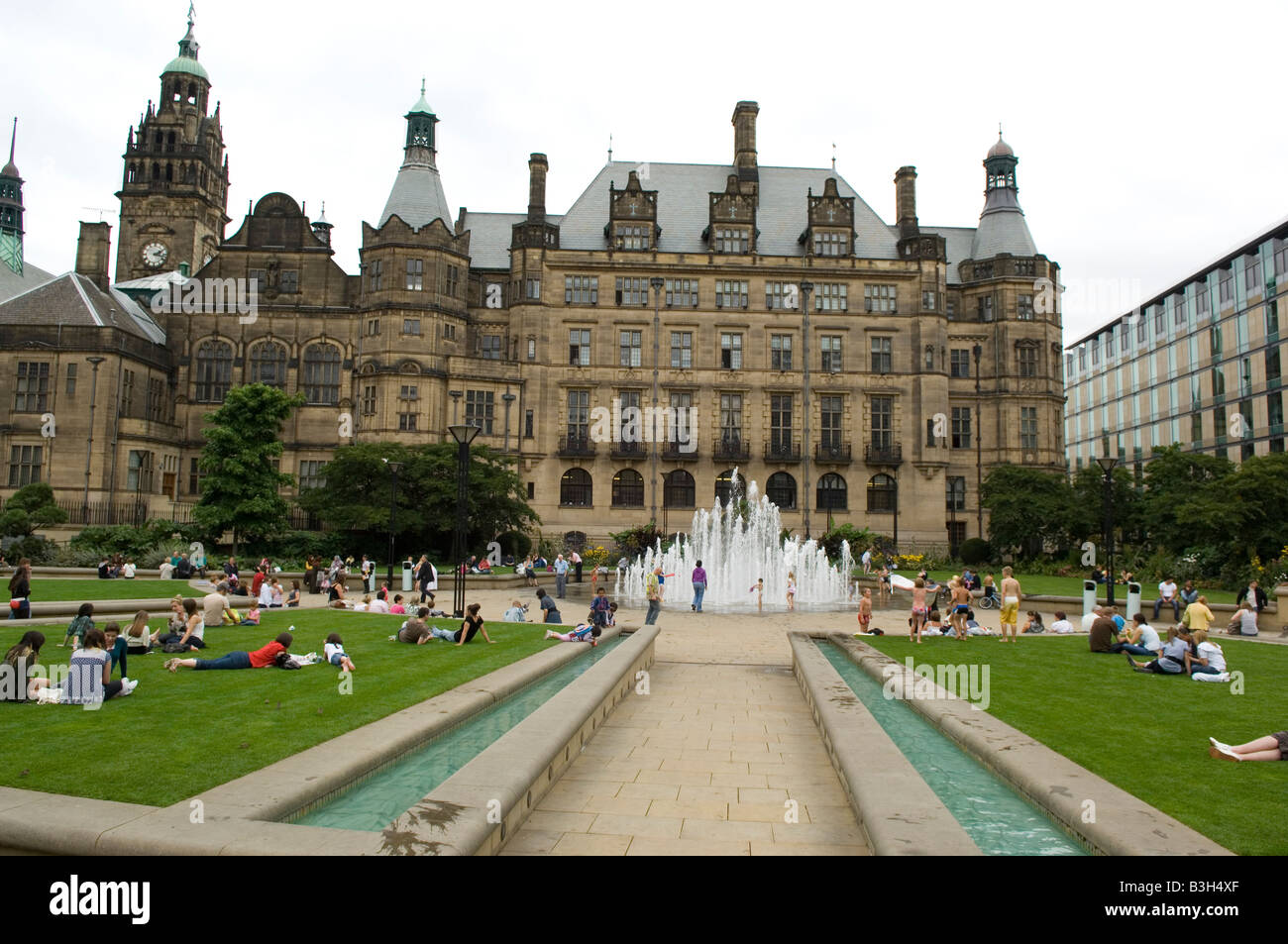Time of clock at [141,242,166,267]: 2:18
